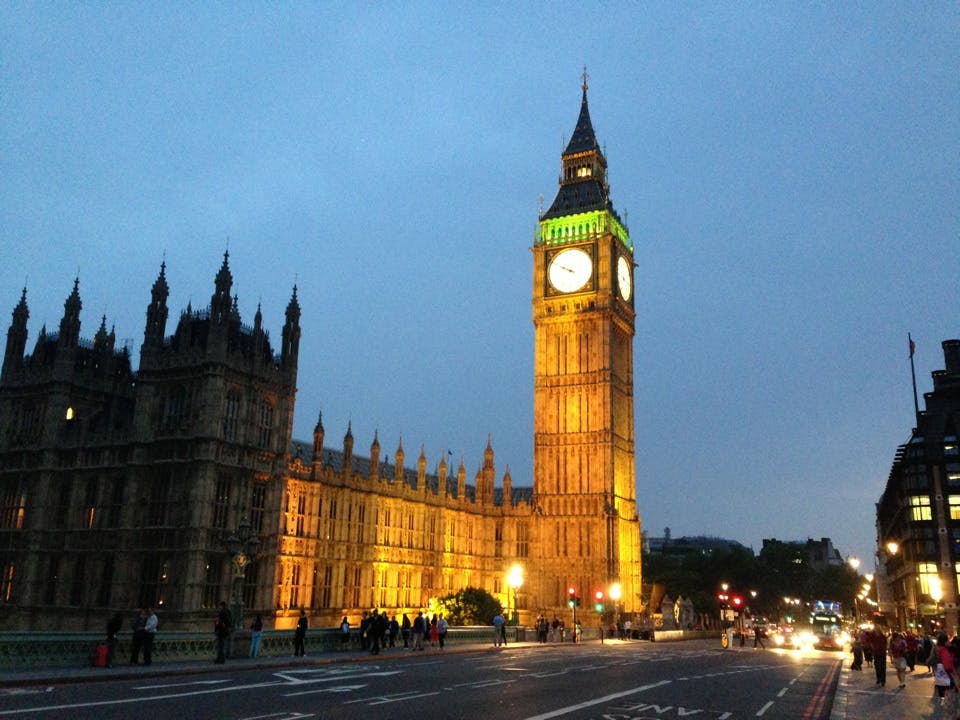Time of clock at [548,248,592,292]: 9:49
